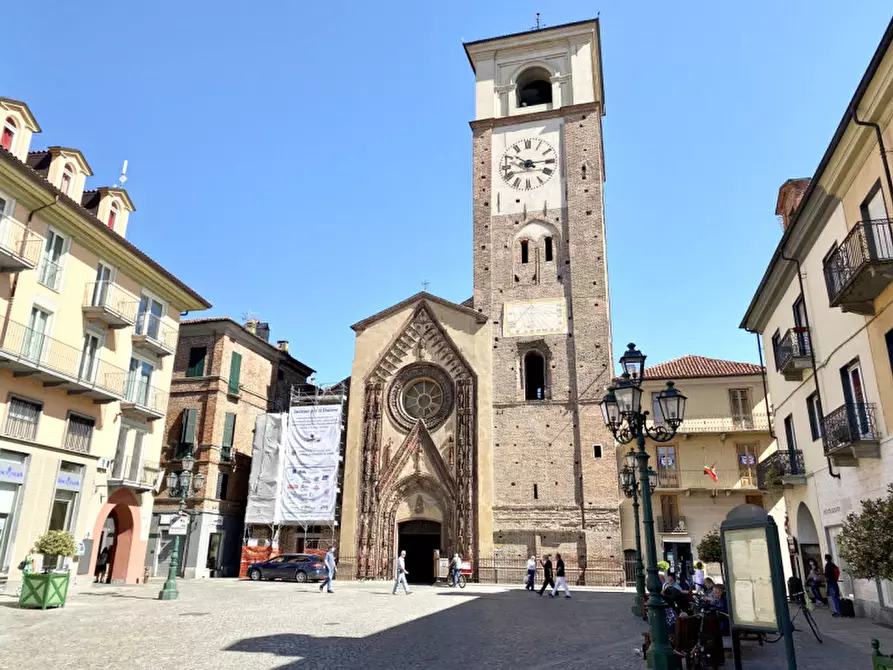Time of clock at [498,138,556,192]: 10:14
